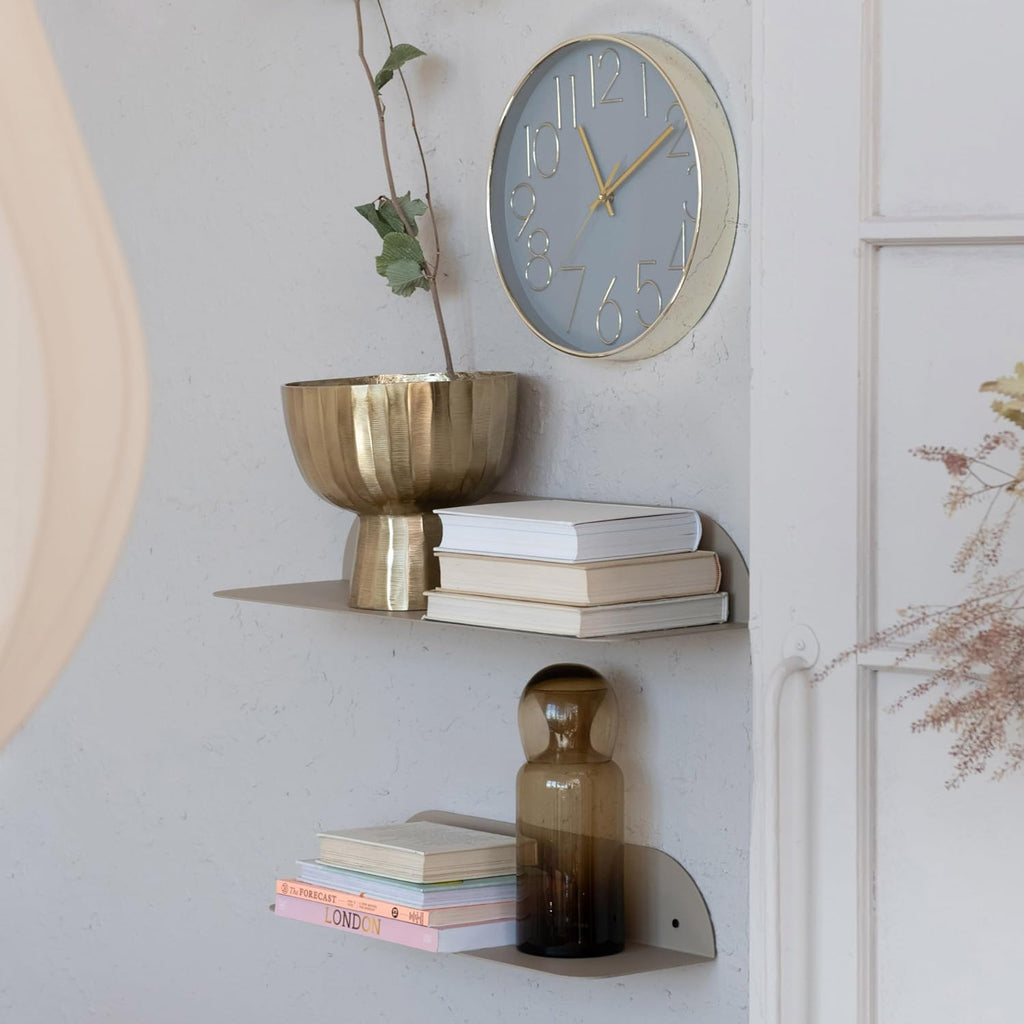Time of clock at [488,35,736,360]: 11:09
